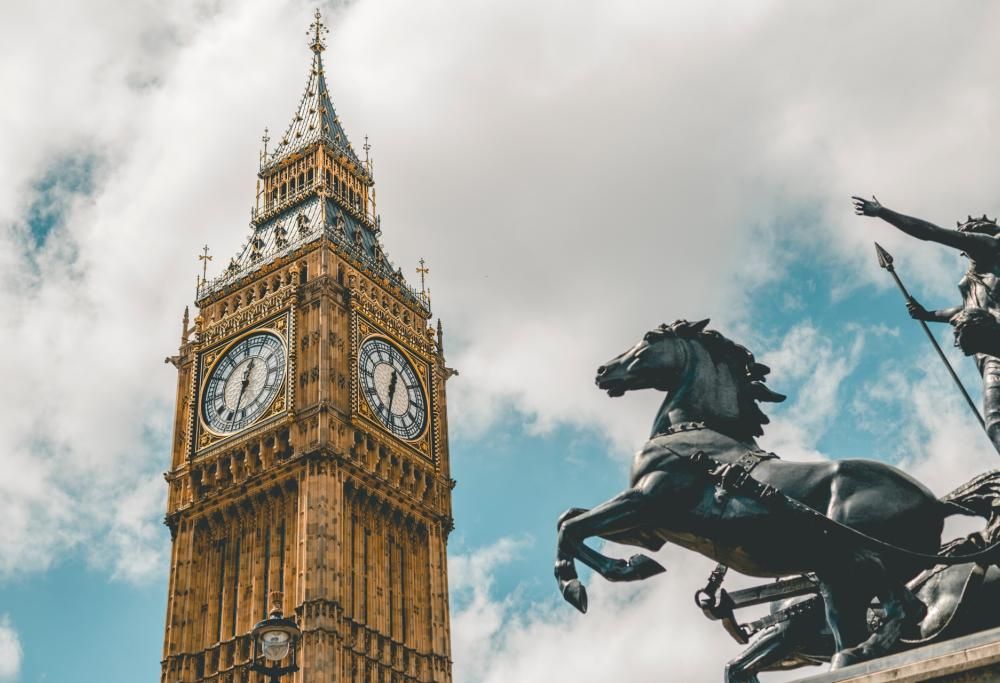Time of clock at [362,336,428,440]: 12:32
